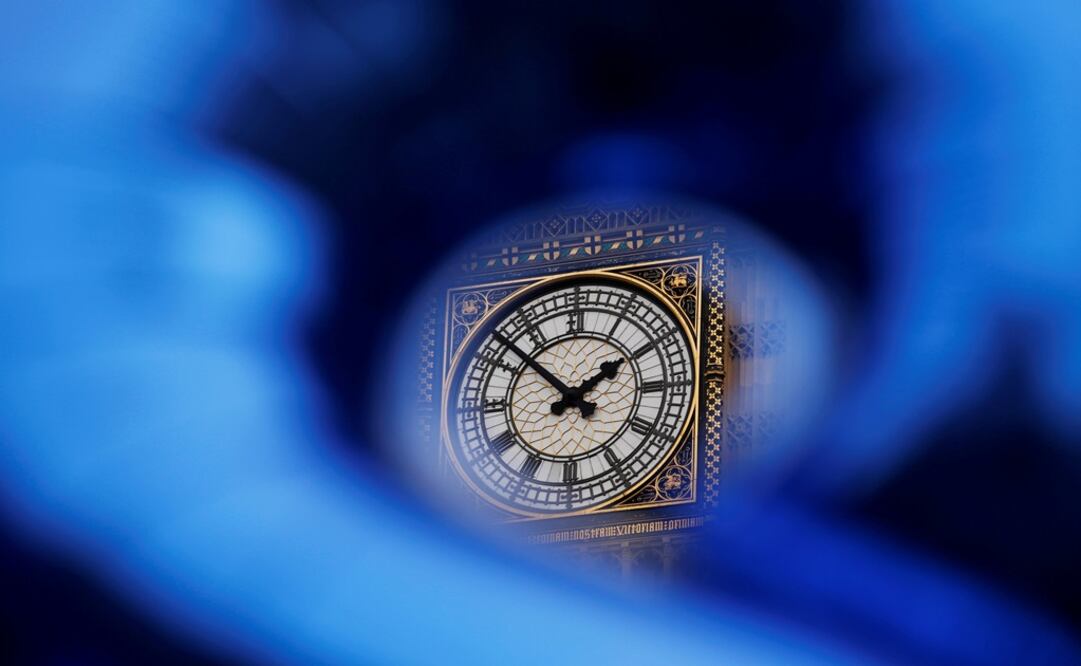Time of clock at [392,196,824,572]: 1:51
